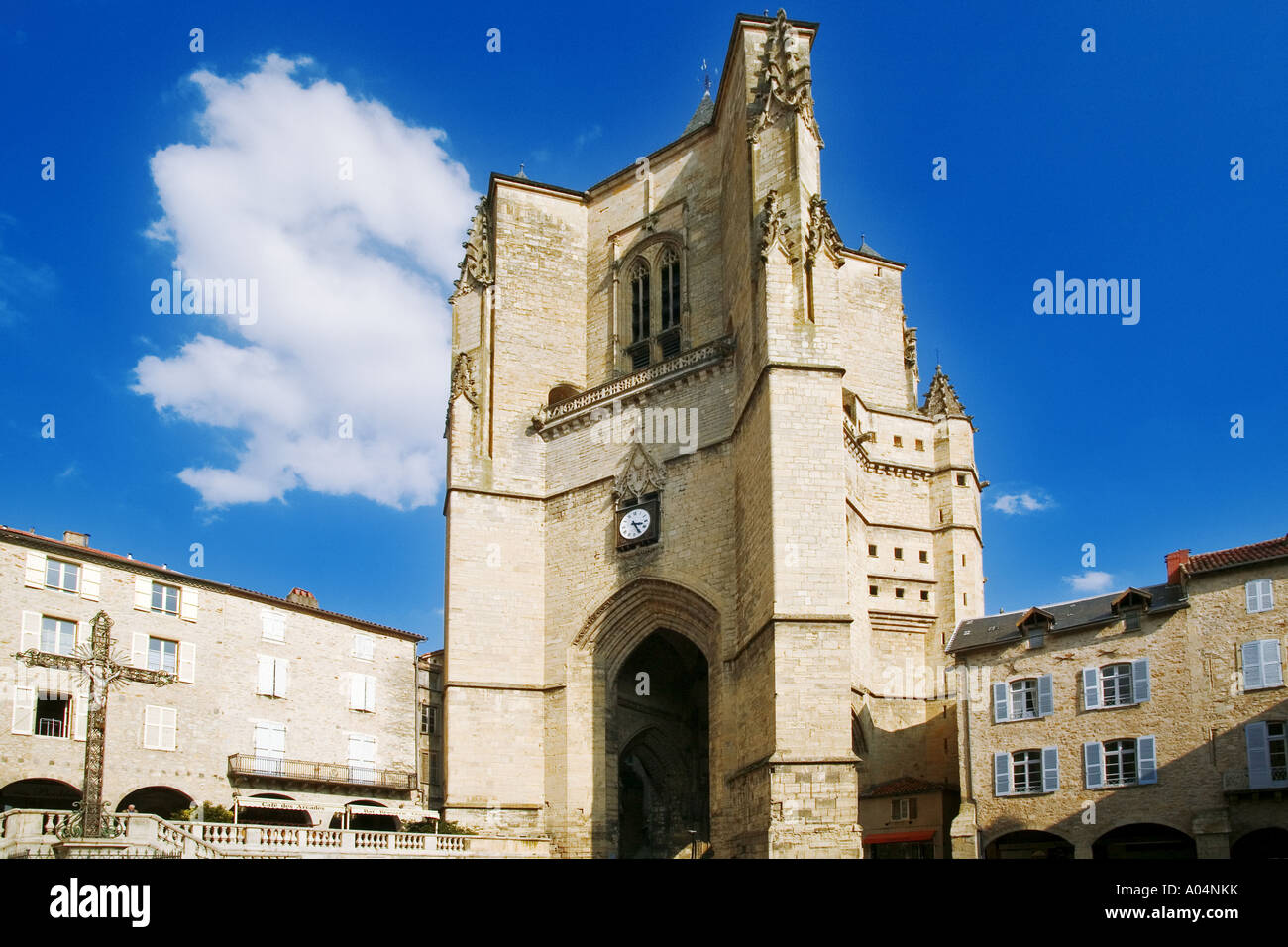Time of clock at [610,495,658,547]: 3:25
